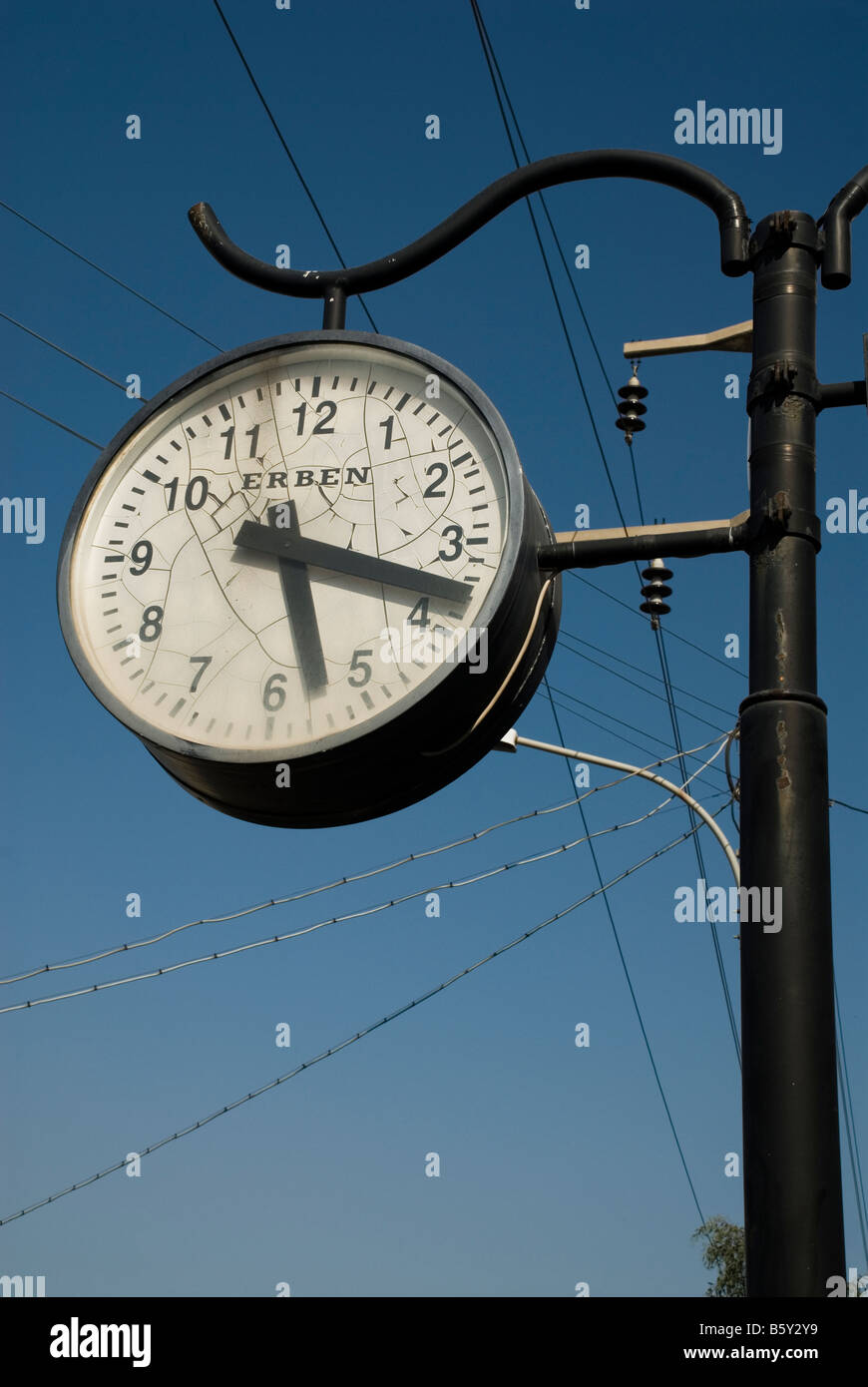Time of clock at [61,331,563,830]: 5:17
